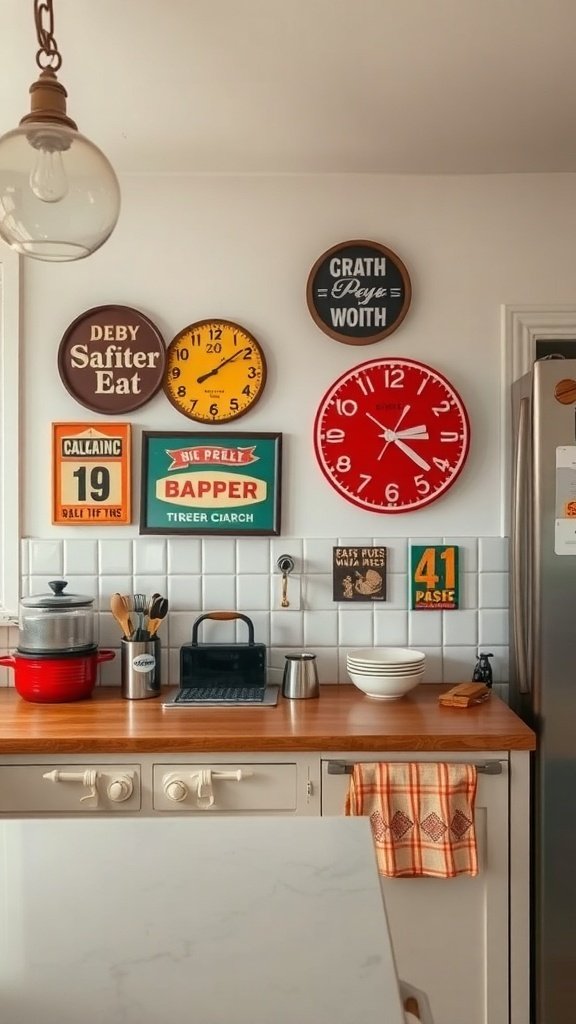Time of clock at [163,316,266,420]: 8:08
